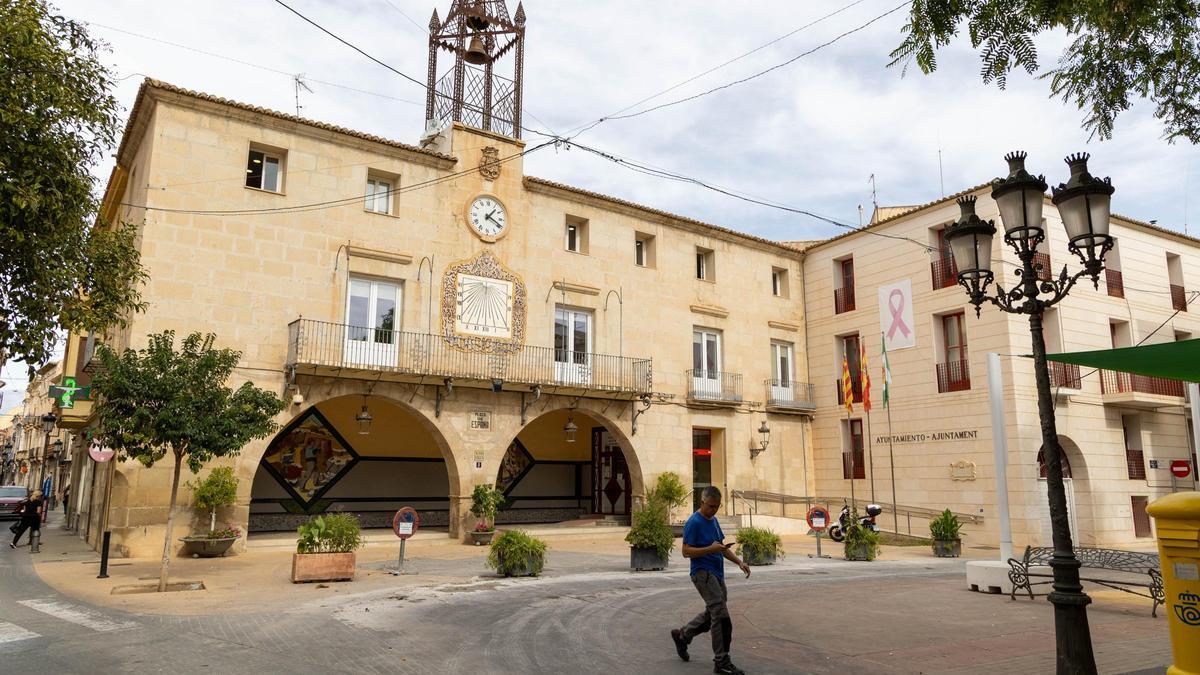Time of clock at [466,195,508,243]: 1:19
